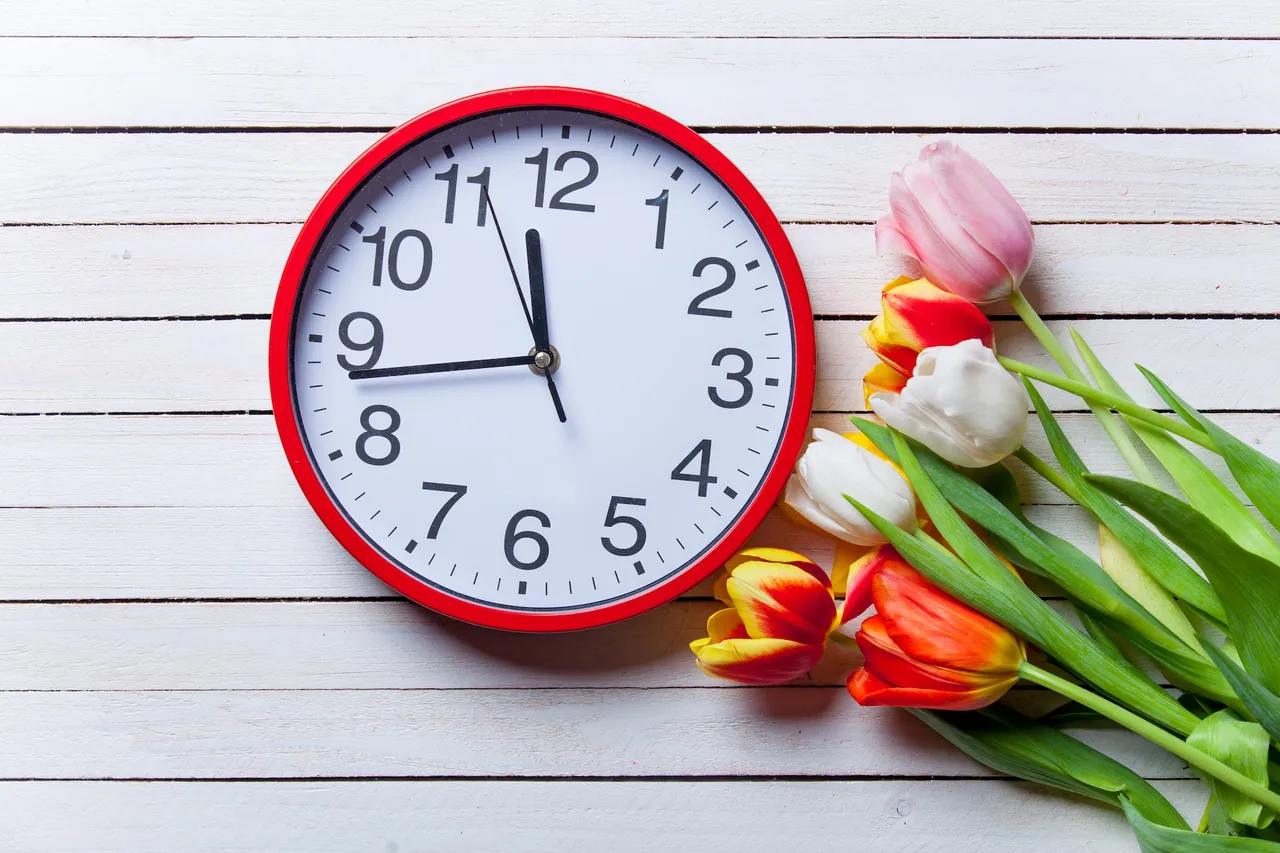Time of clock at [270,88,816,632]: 11:43
